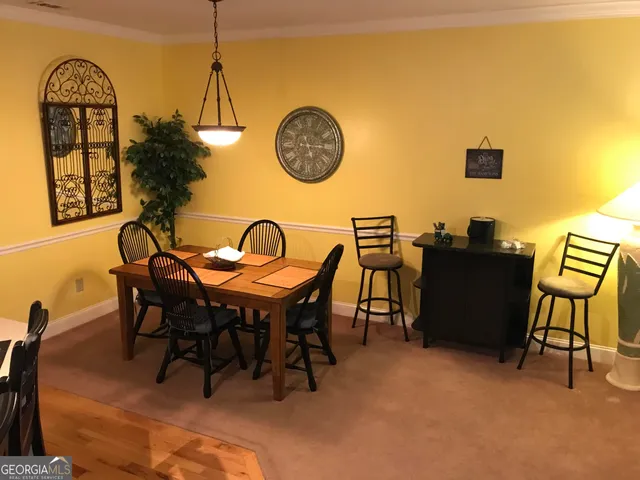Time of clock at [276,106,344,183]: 5:14
